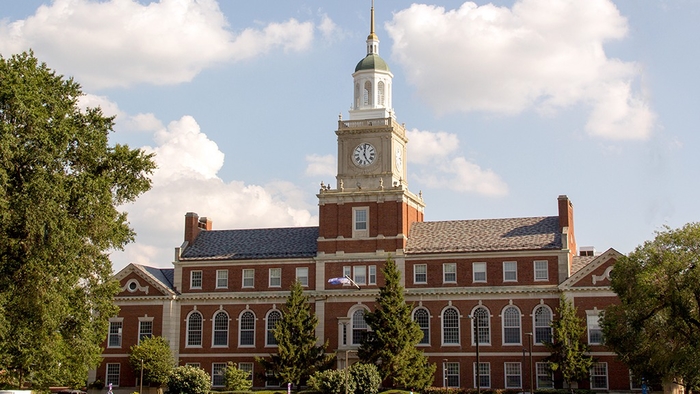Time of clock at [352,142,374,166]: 5:00
